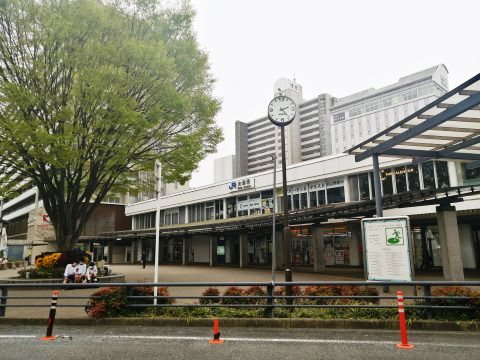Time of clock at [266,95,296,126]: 2:23
